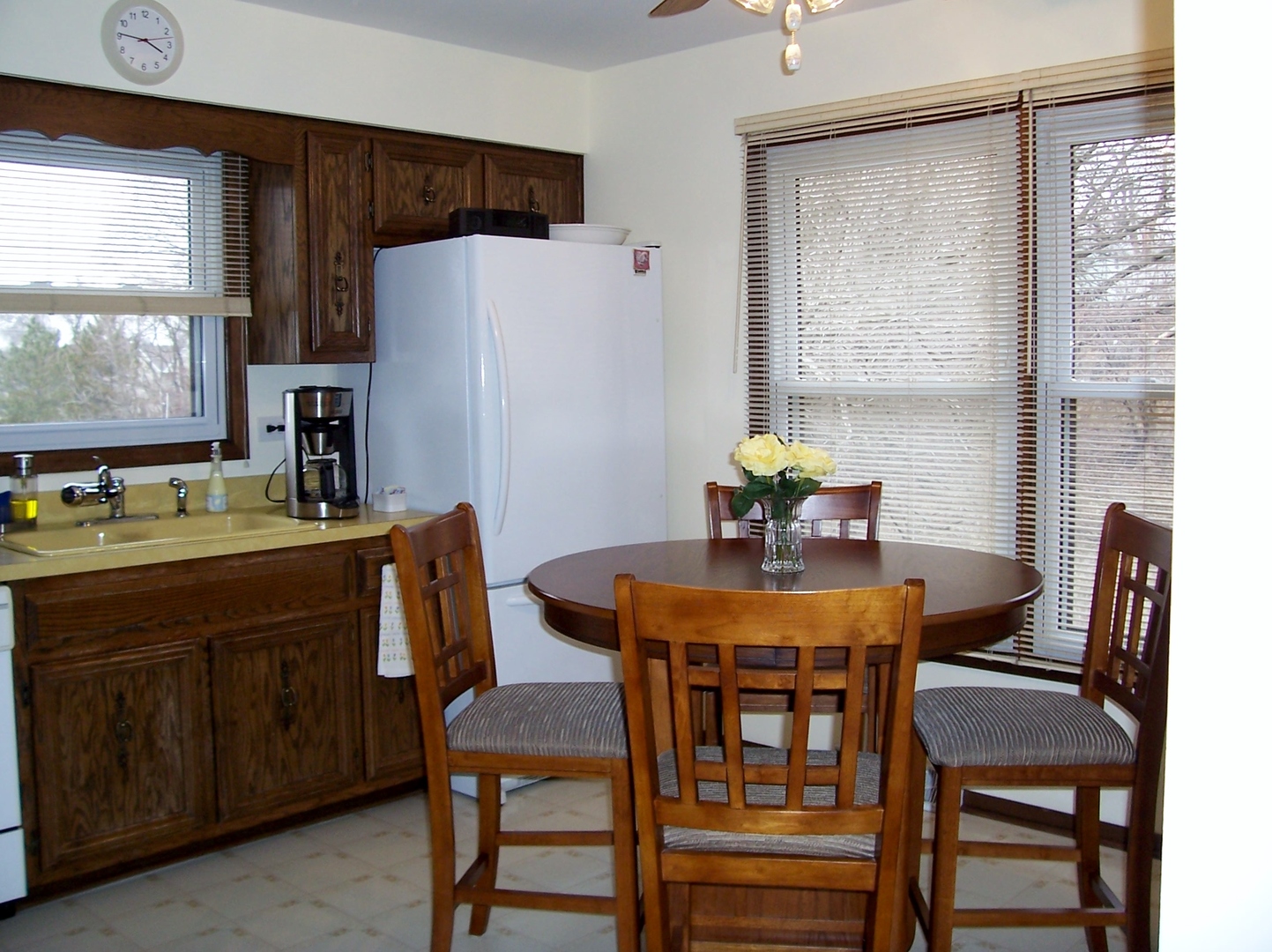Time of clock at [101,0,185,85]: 3:46
